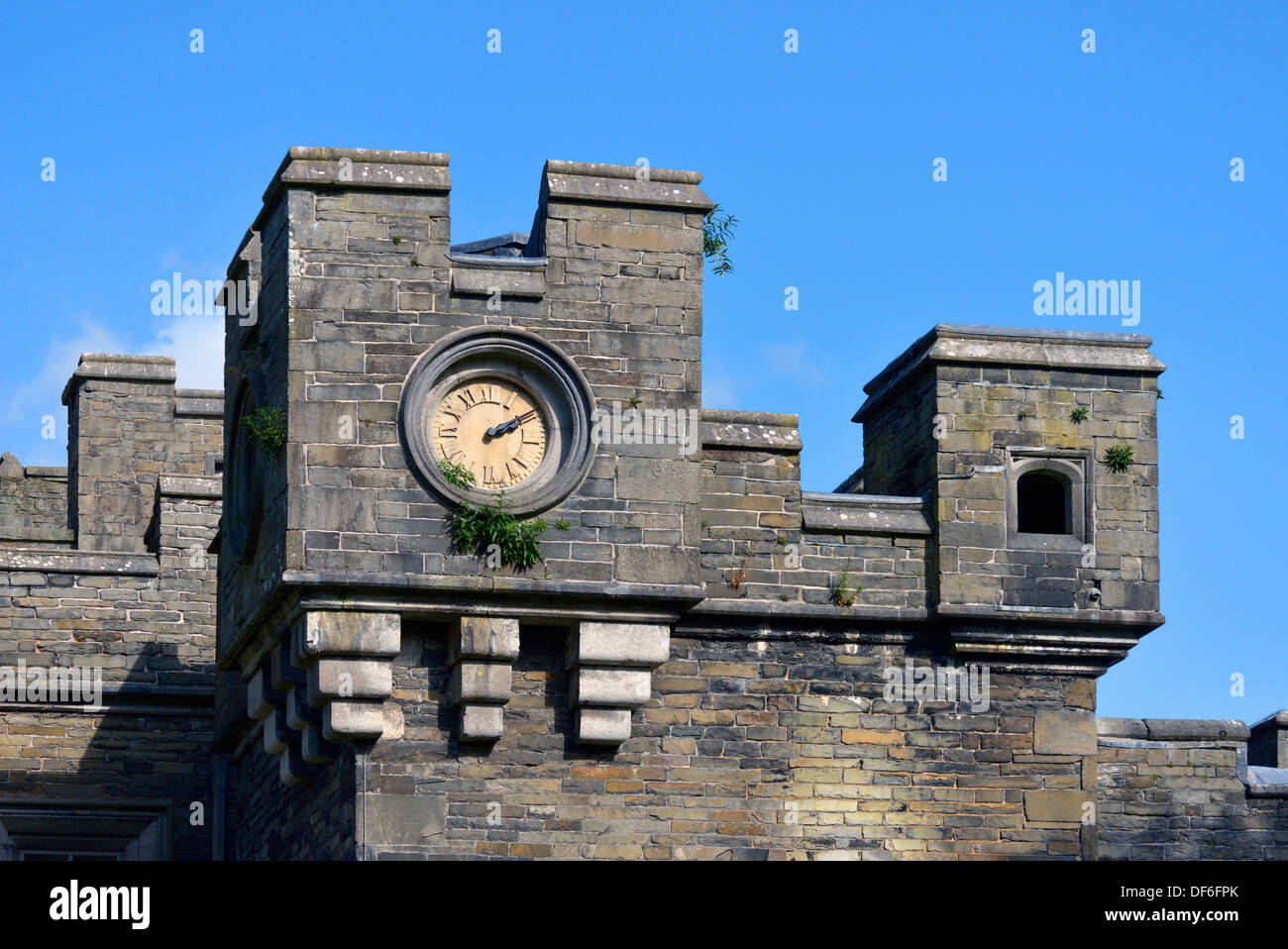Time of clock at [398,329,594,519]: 2:09
